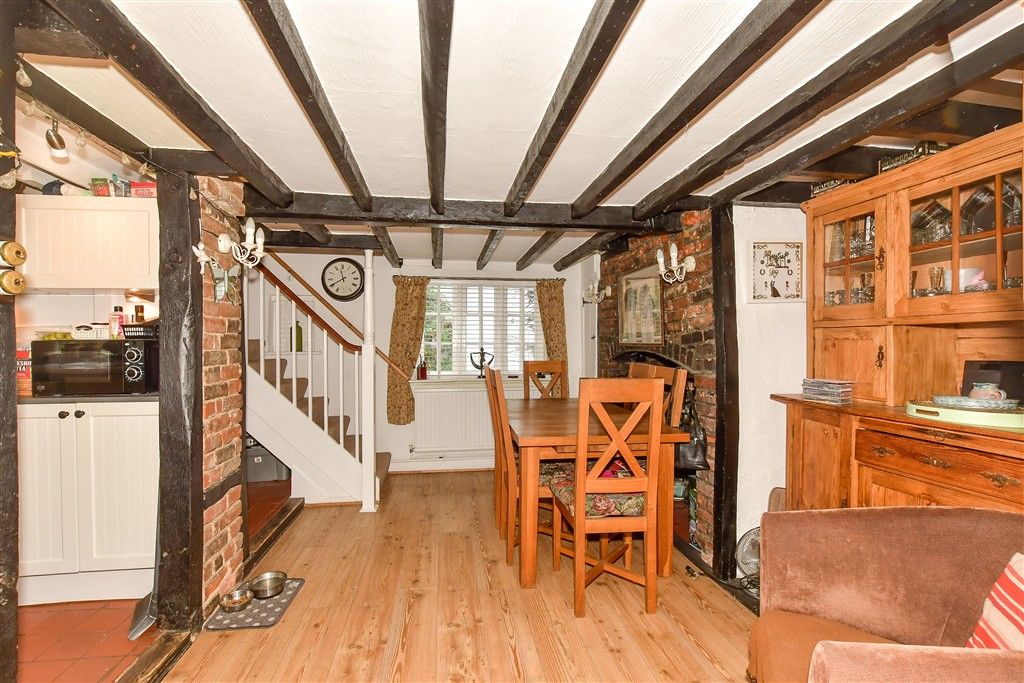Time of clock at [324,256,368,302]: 11:40
